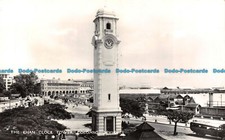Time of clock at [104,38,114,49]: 11:07
